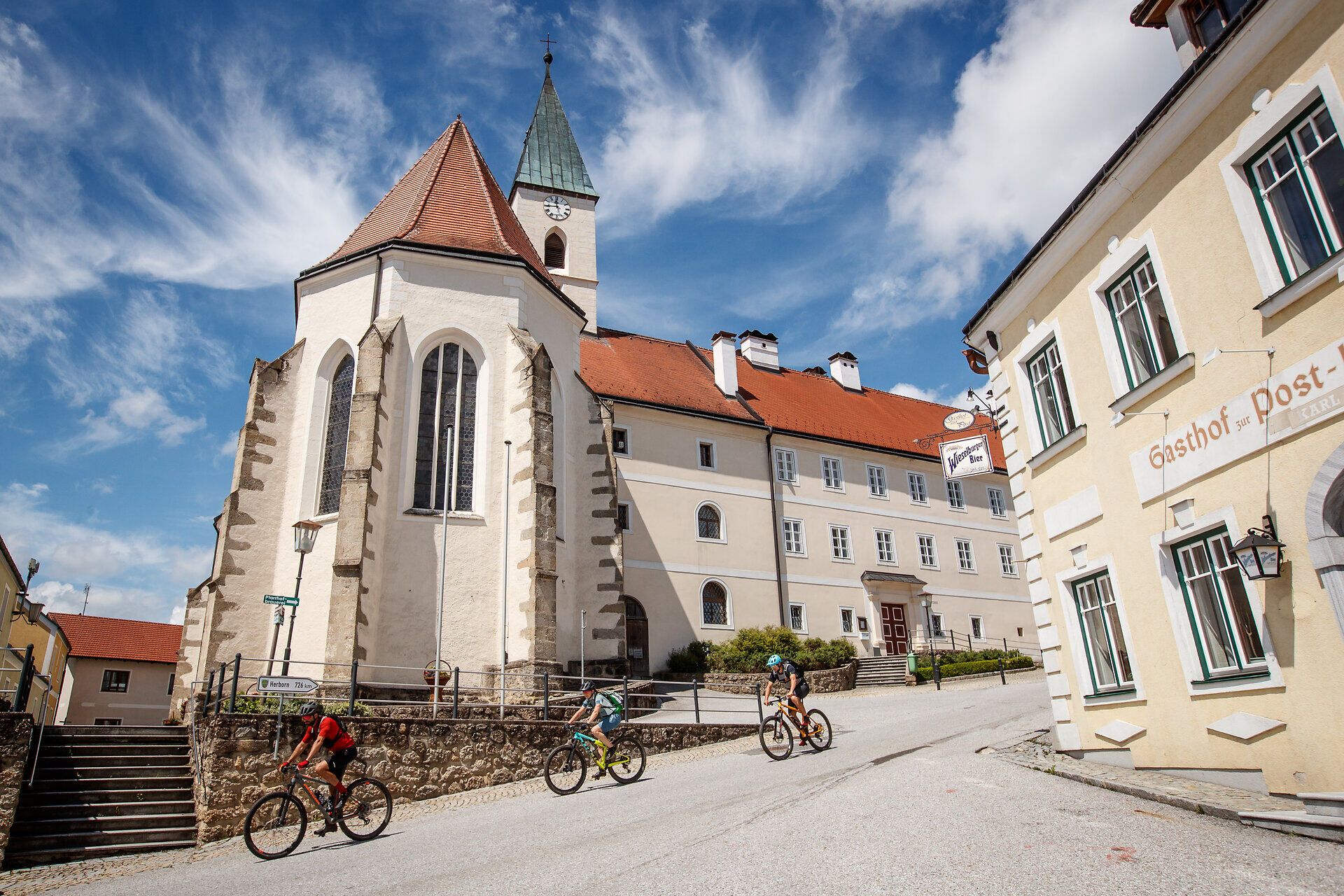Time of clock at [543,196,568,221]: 11:44
